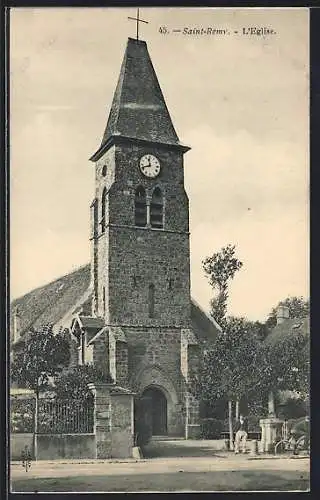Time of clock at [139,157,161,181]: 11:41
